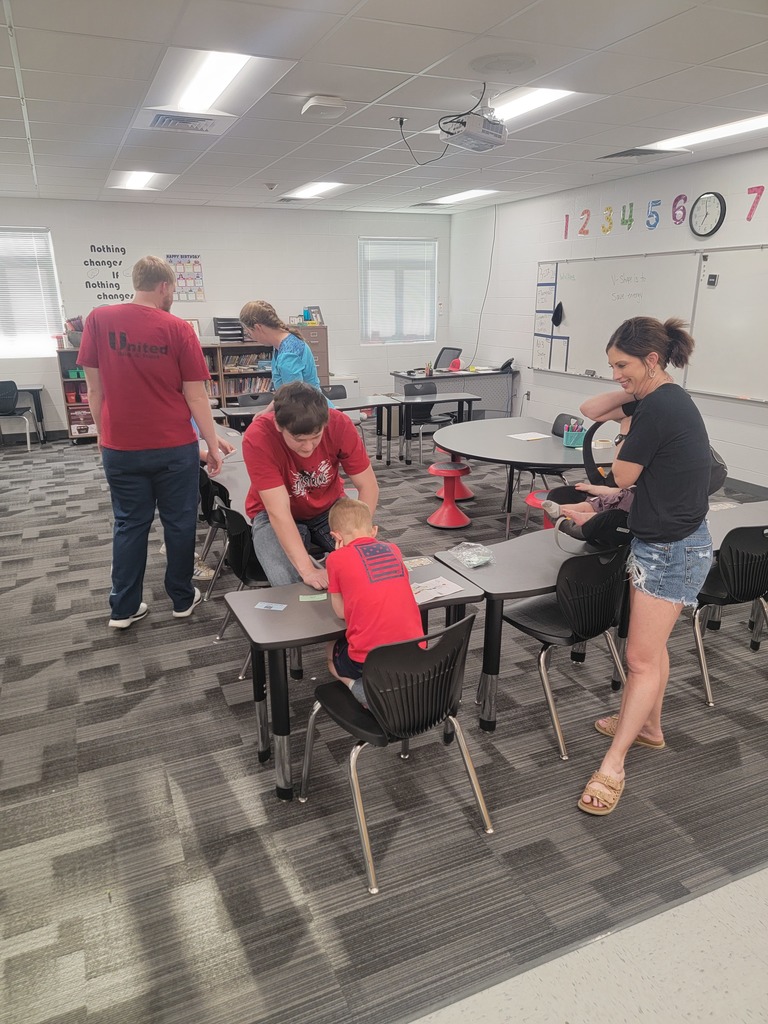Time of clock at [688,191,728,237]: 6:58
